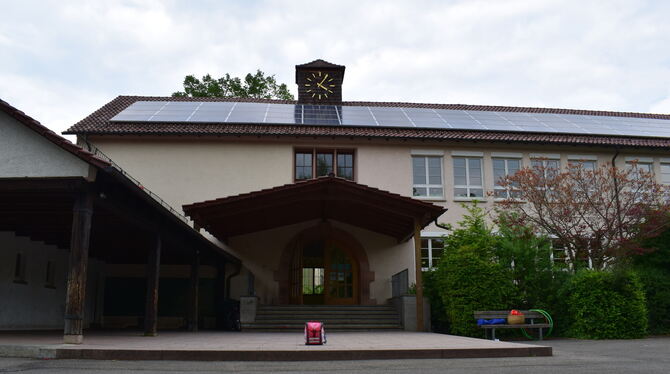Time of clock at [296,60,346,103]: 4:05
